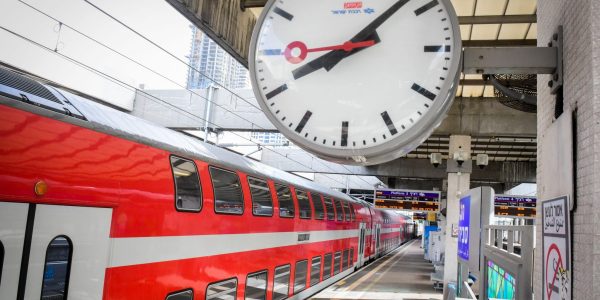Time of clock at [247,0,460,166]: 8:07
